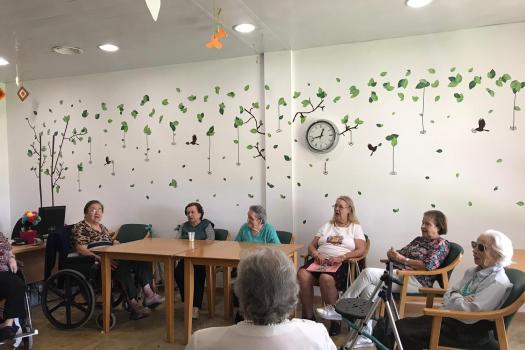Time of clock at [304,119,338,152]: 12:42
